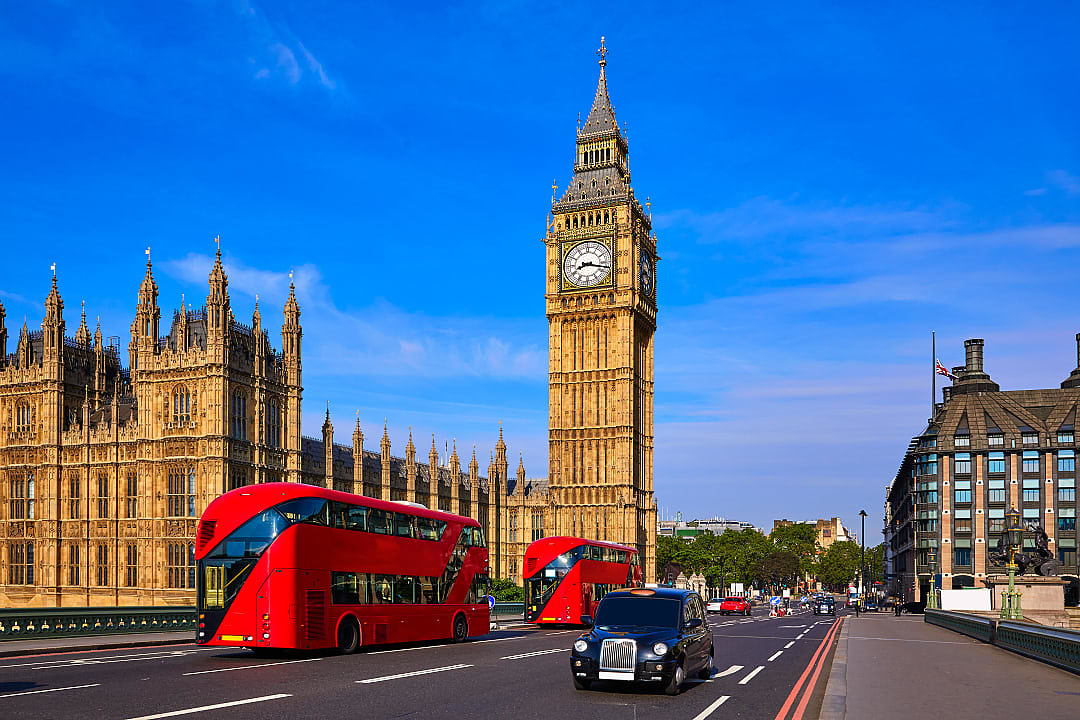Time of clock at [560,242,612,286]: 8:17
